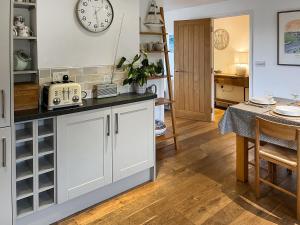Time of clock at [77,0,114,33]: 1:28
